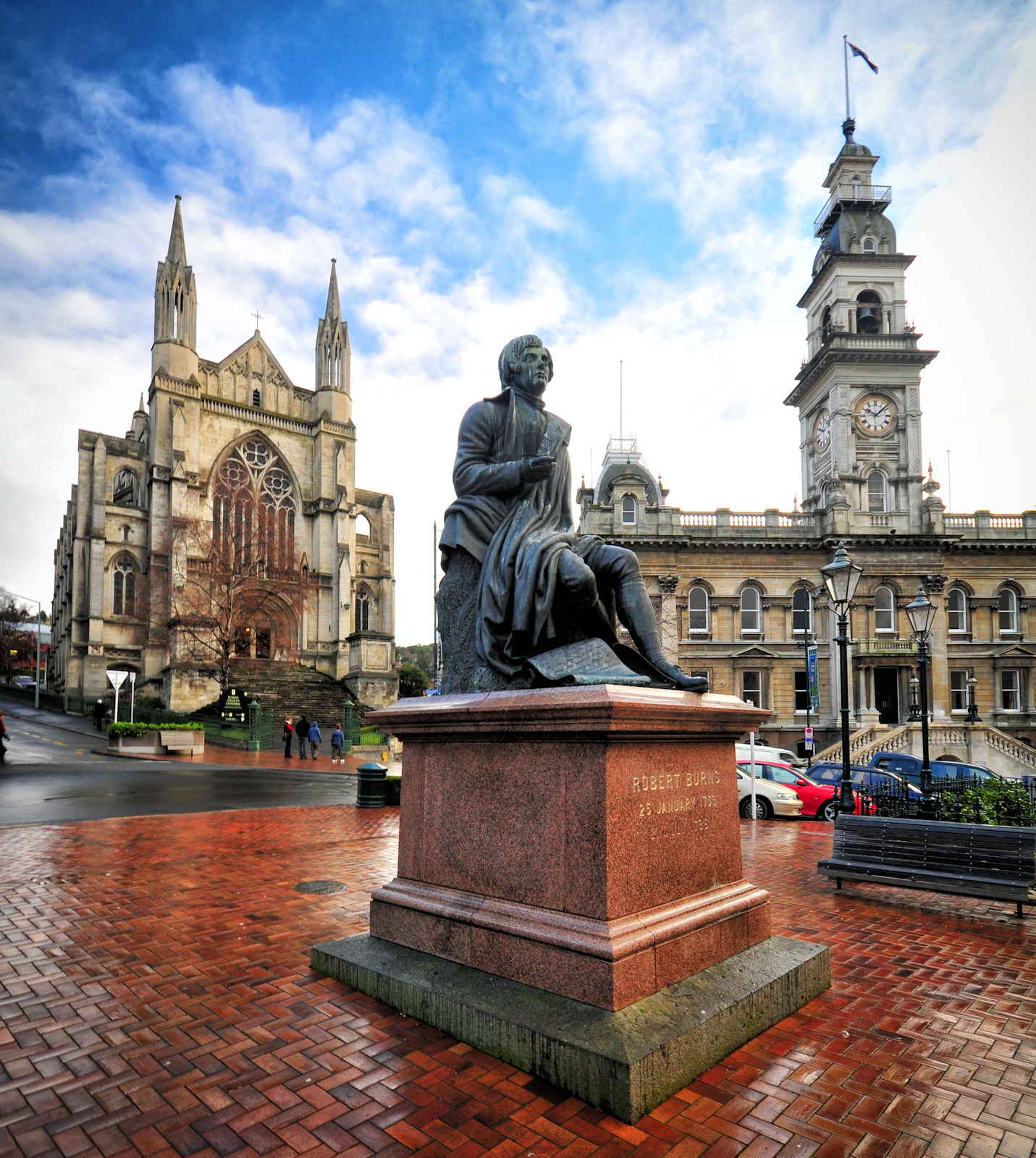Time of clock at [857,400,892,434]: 10:07
